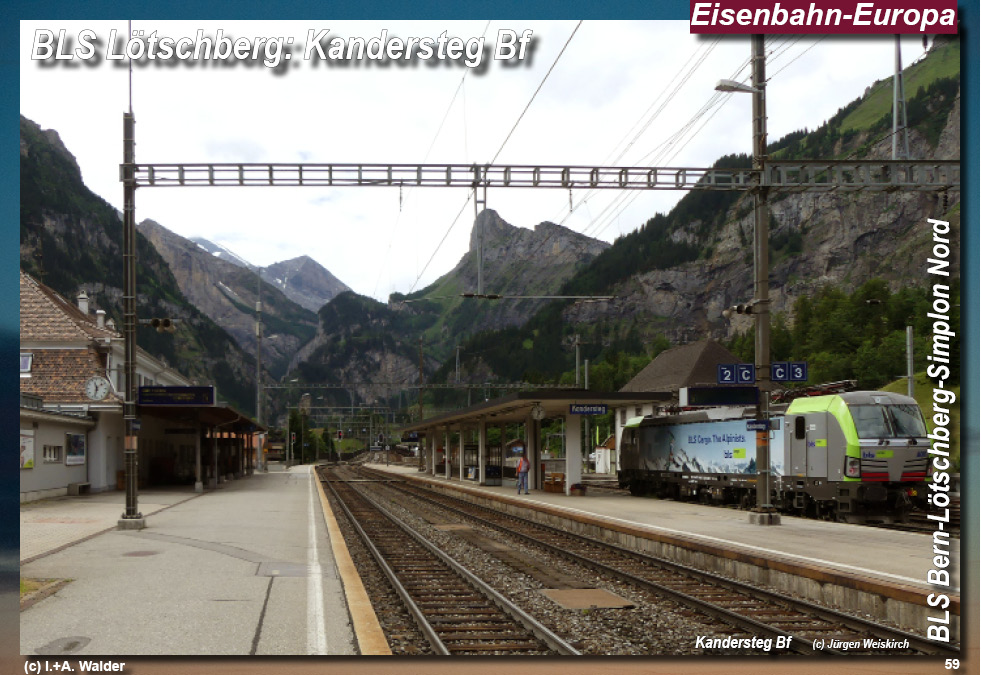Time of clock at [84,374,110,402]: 11:32
